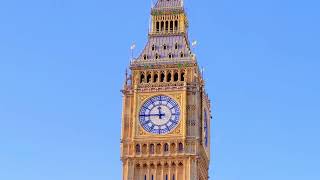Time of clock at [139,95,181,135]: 11:45
